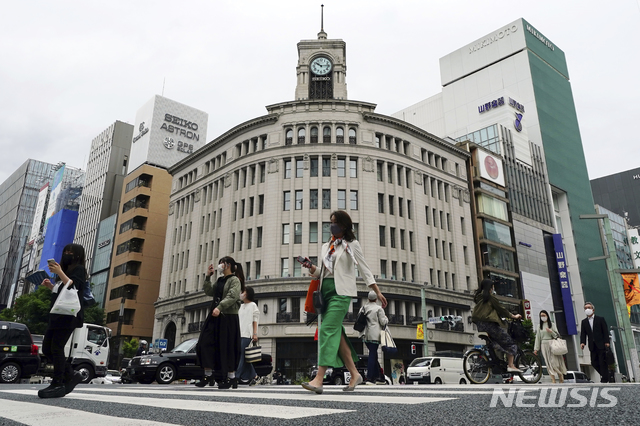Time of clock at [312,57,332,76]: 10:14
